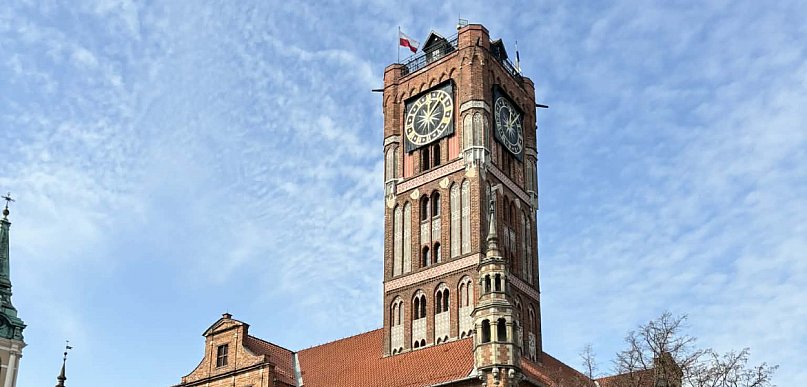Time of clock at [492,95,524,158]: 12:07
